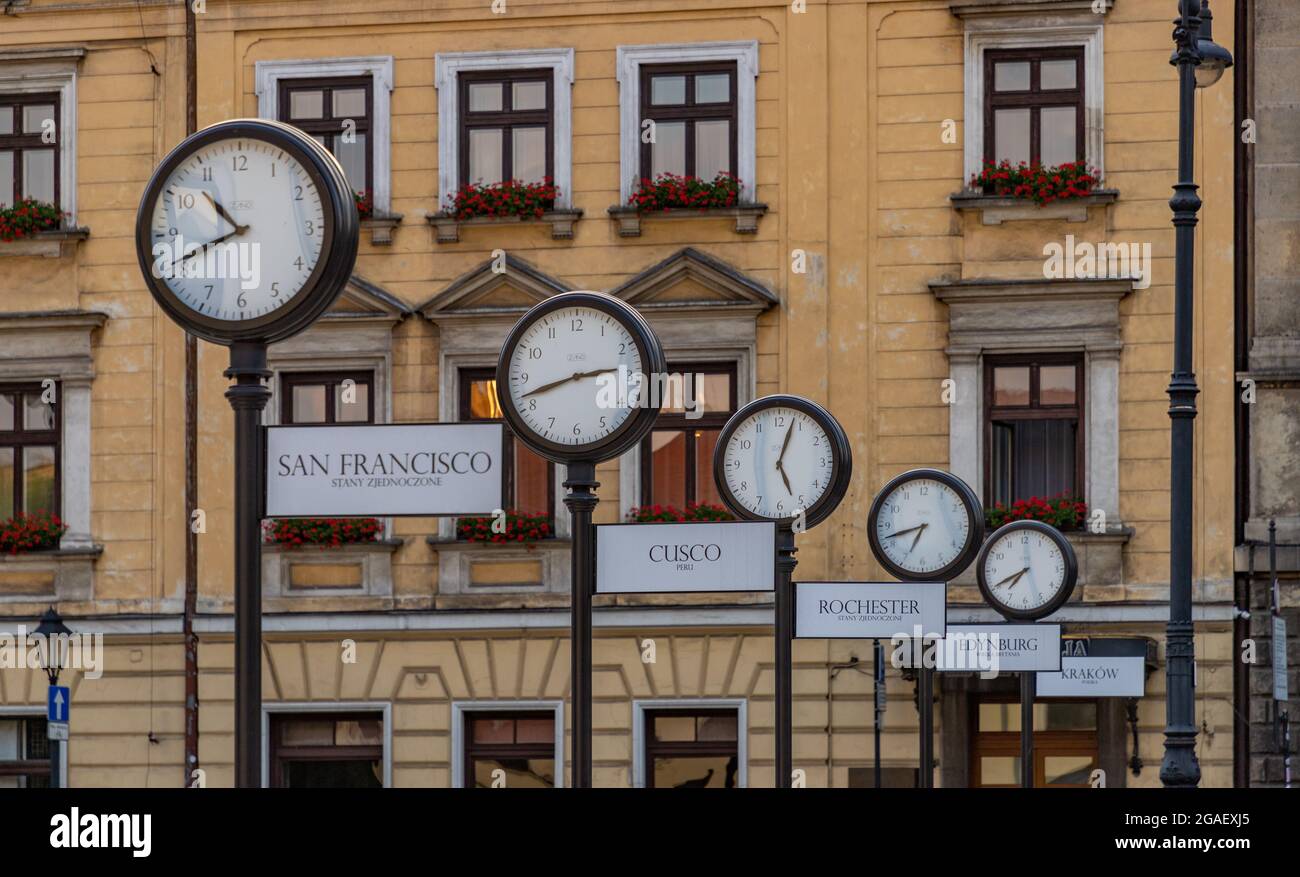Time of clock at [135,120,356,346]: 10:41
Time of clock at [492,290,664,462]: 2:41
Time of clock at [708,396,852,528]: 5:03
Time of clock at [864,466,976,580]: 6:42
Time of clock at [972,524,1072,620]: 7:40
